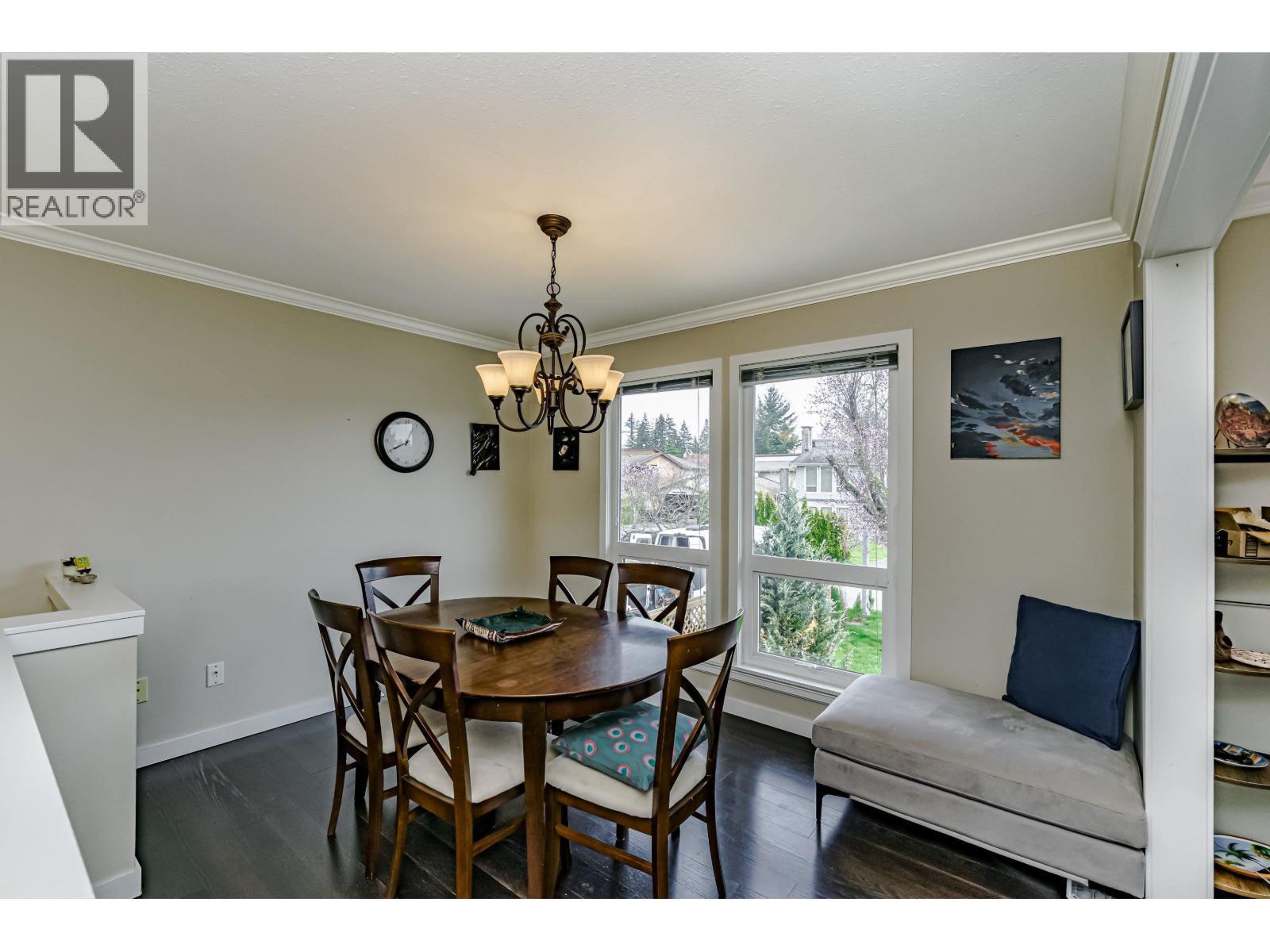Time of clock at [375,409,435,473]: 12:40
